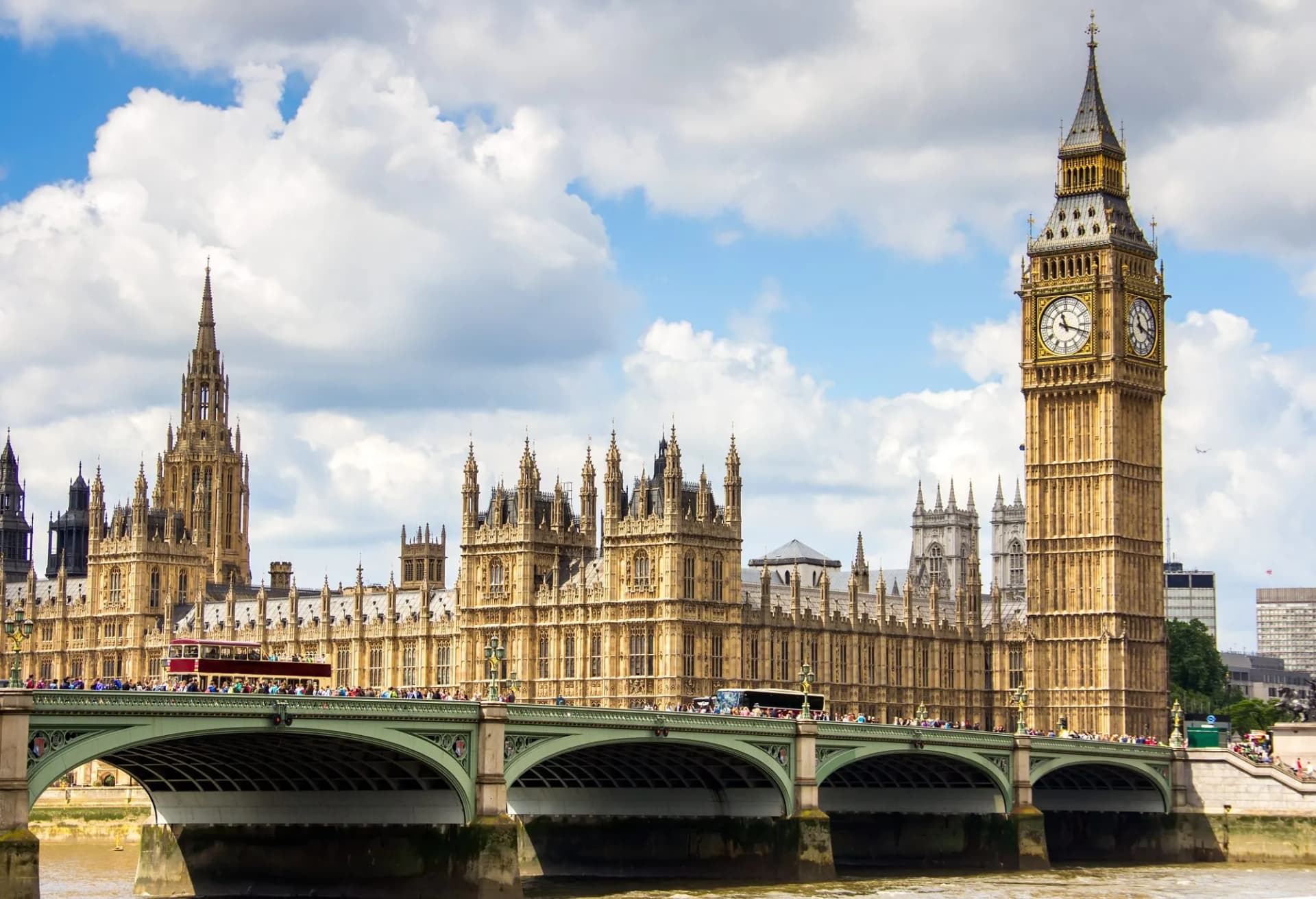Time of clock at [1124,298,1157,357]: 11:18
